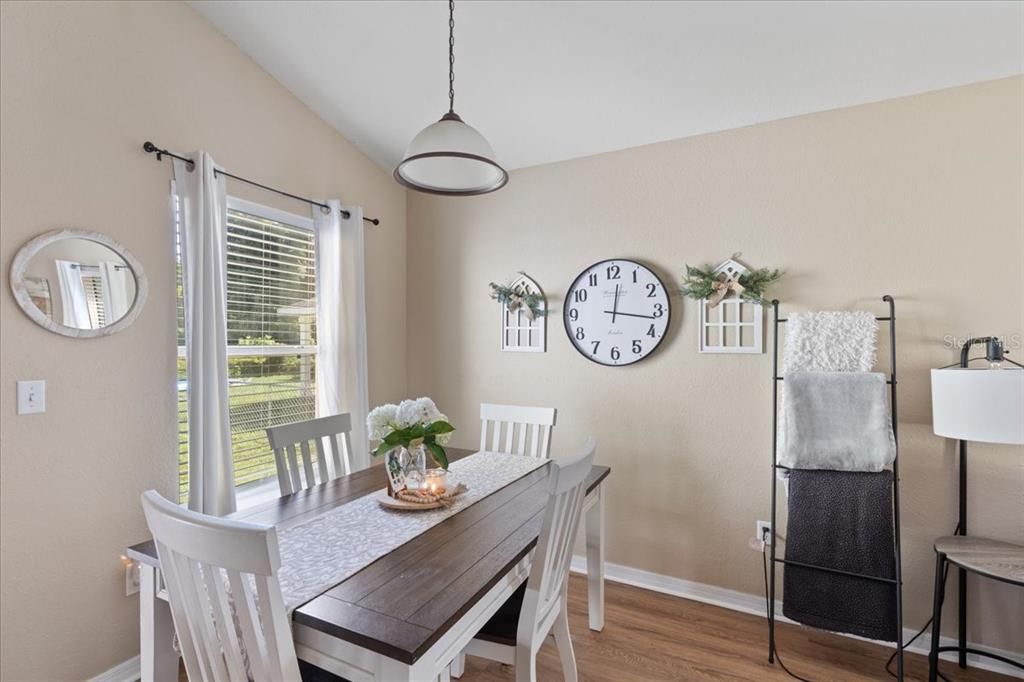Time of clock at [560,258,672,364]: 12:16
